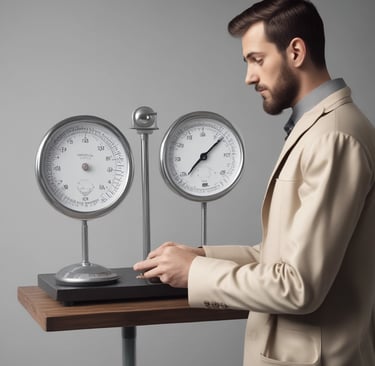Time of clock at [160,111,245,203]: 7:07
